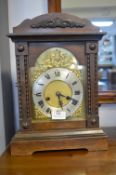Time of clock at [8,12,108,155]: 5:18
